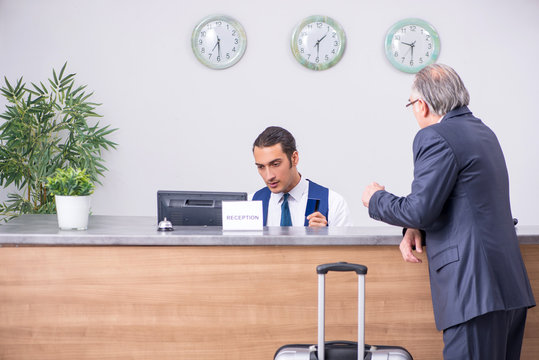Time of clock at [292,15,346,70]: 1:29
